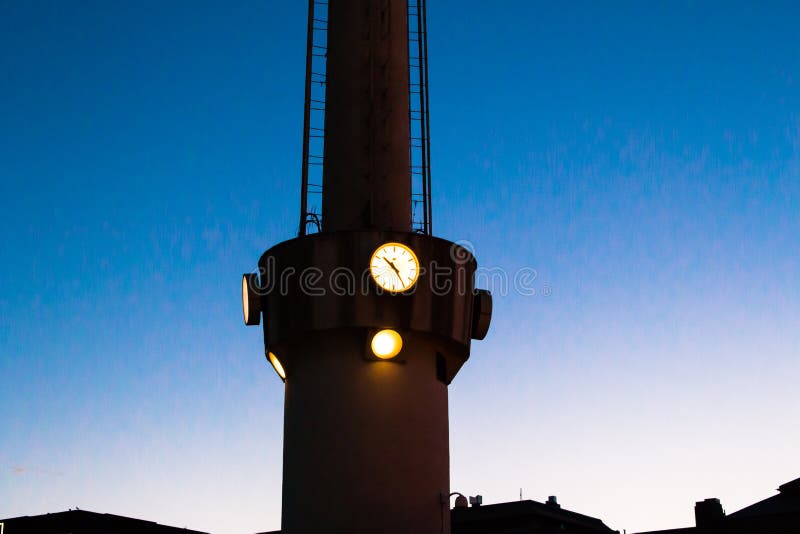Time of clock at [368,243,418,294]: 10:24
